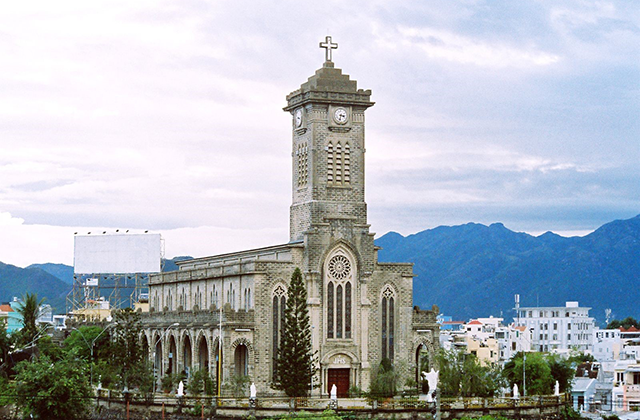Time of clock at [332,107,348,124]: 3:32
